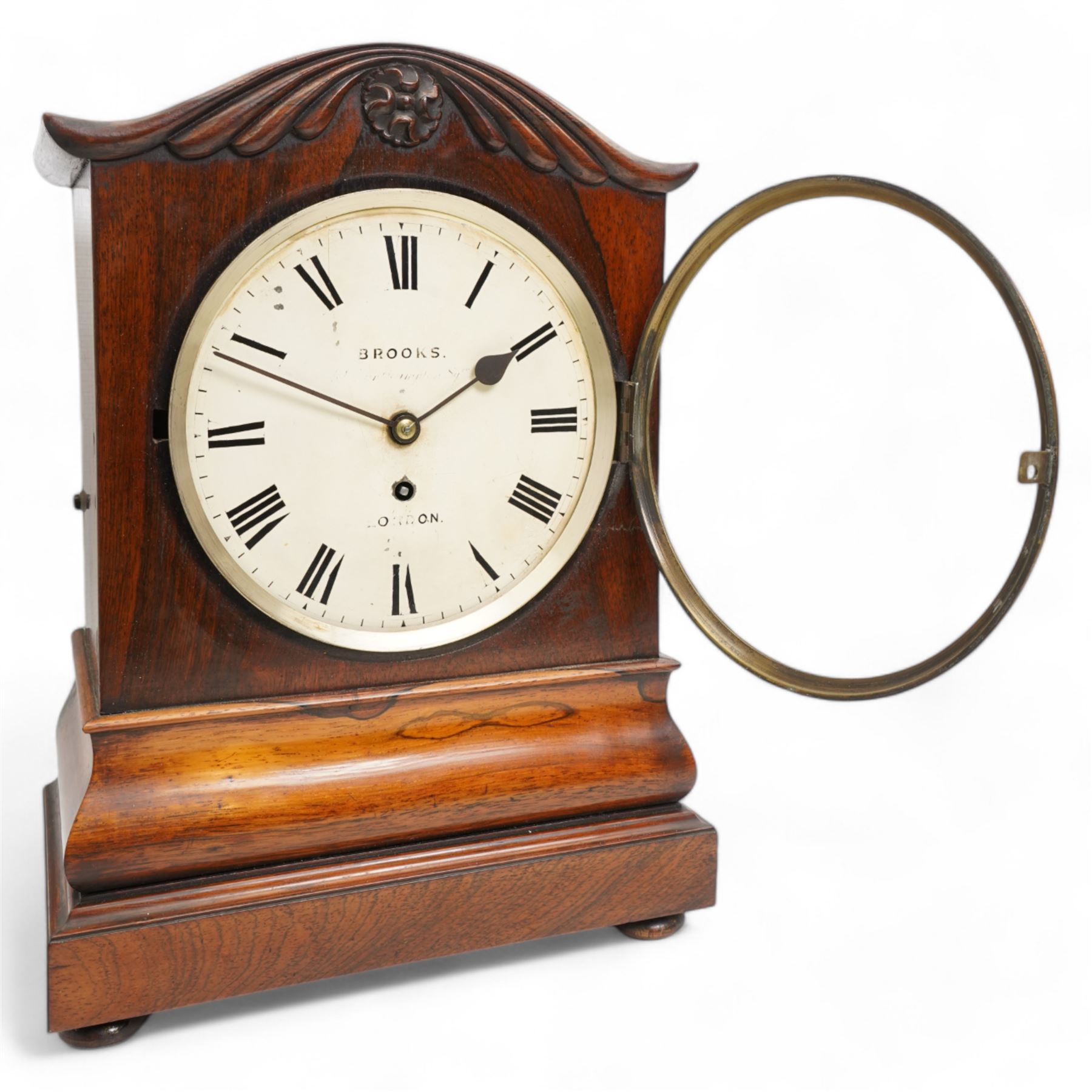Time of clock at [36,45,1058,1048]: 1:49
